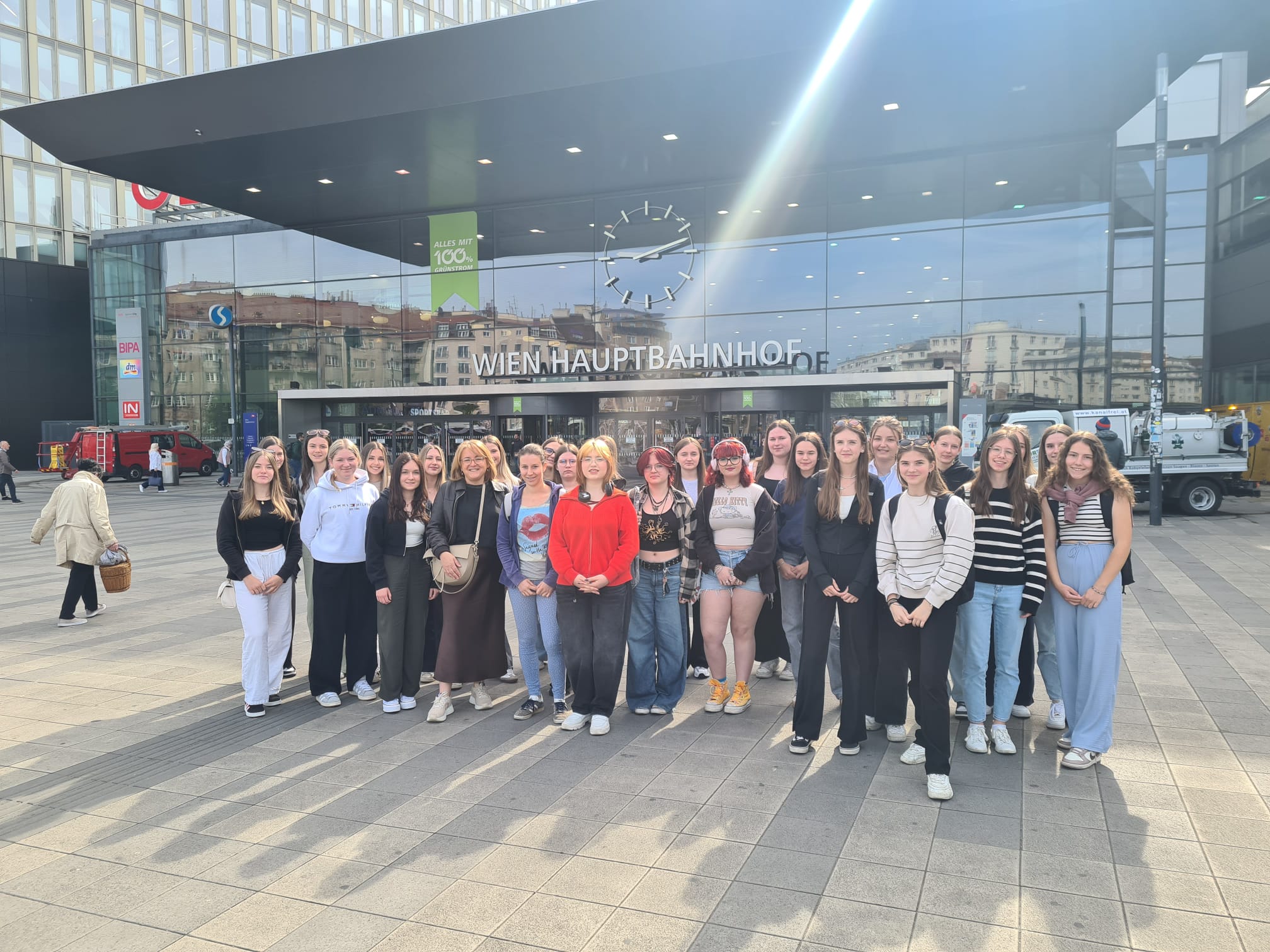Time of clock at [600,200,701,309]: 9:12
